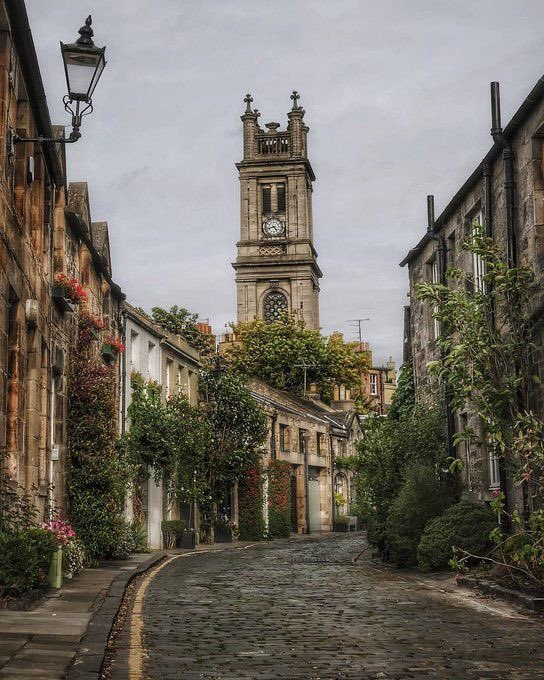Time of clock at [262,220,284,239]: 4:42
